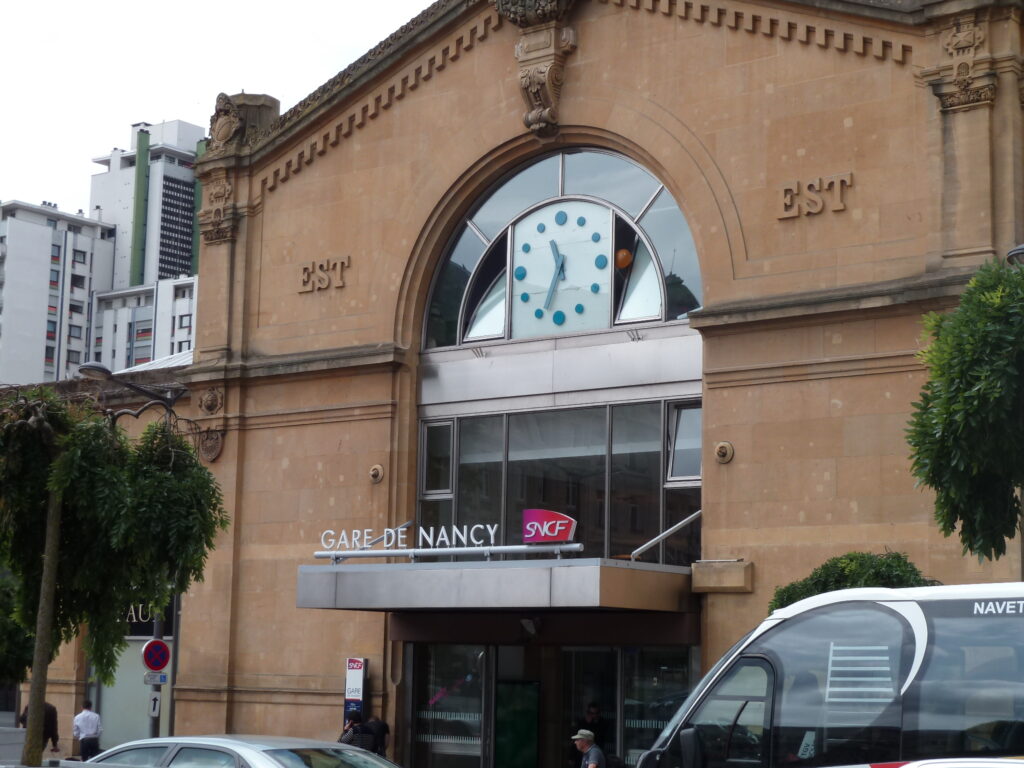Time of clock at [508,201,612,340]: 11:33
